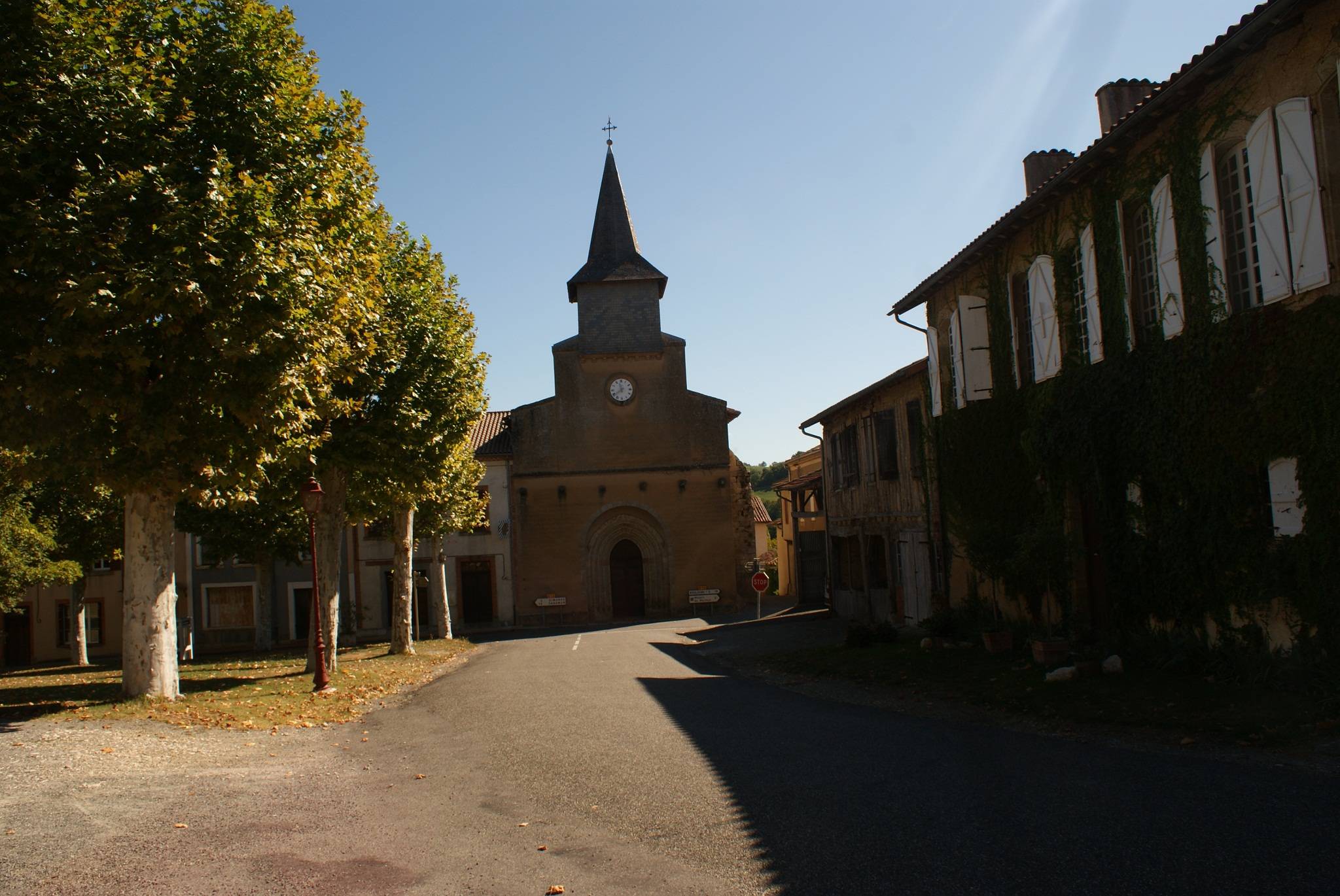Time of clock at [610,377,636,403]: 11:38
